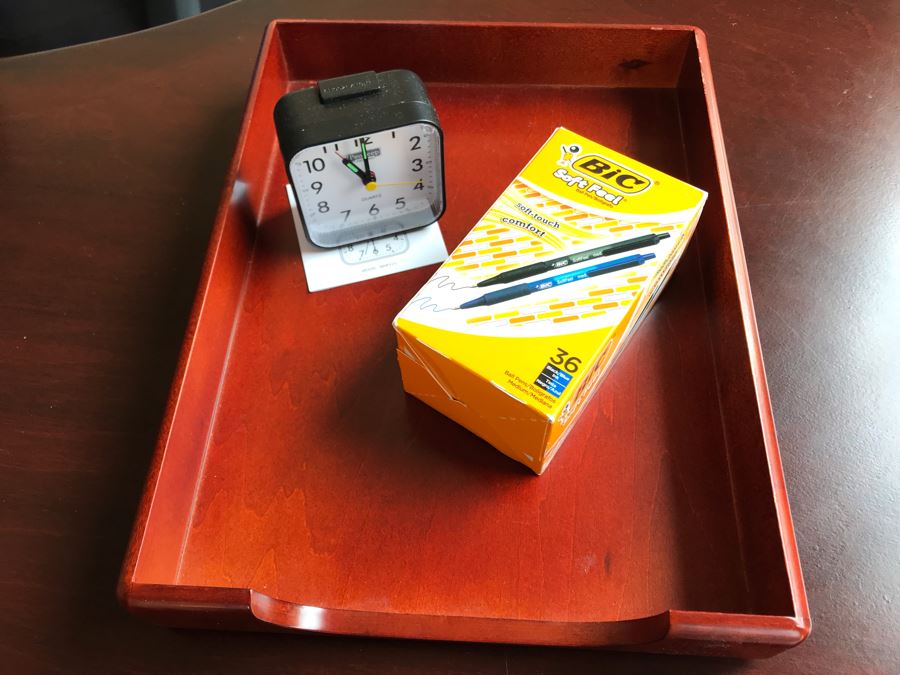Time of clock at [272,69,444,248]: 11:00
